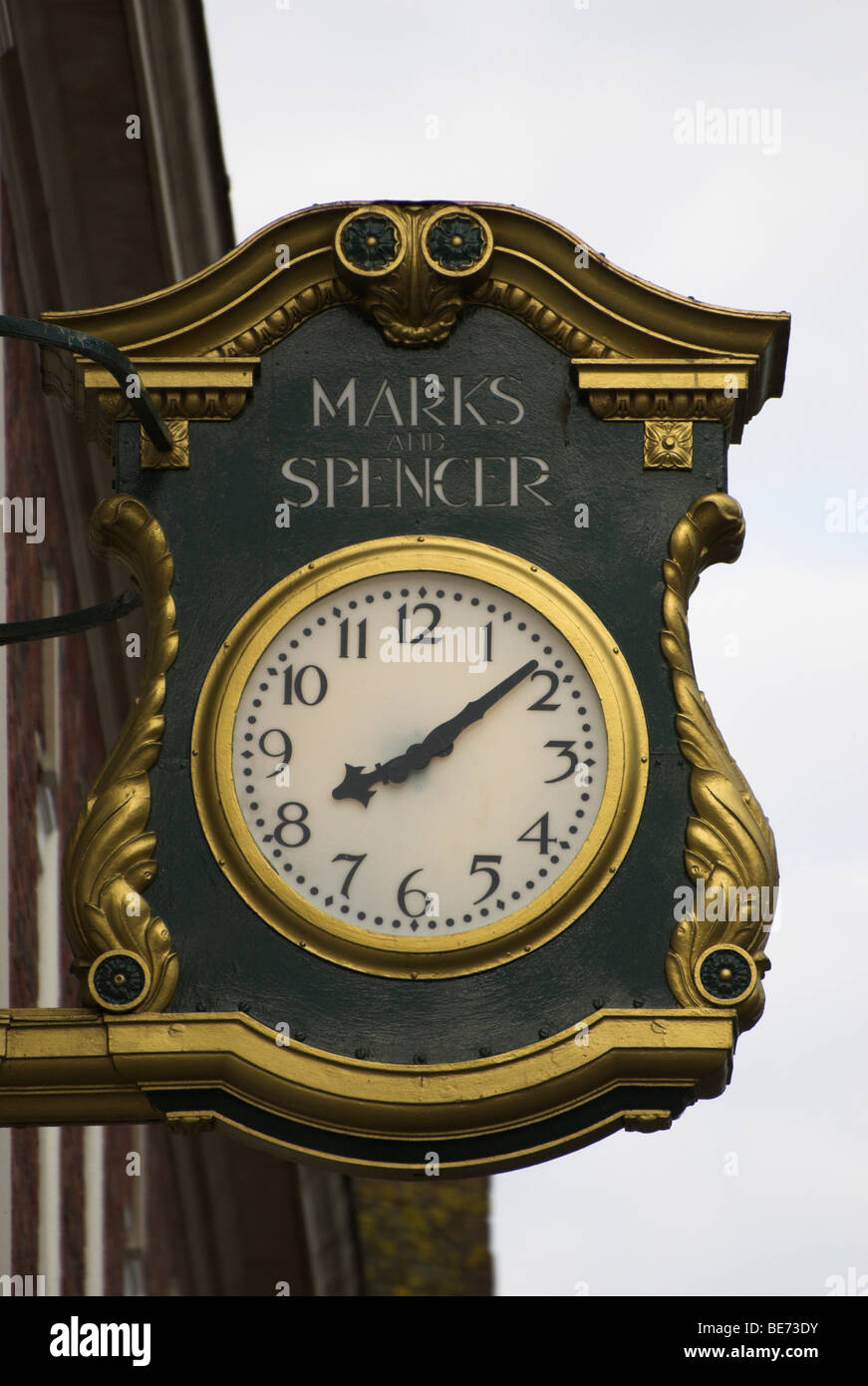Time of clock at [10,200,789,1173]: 8:08
